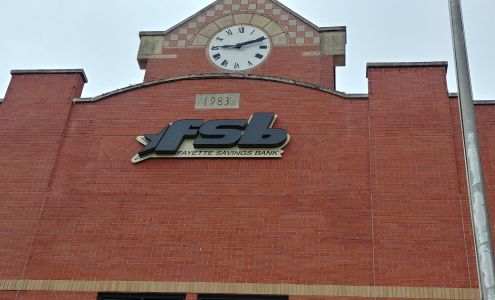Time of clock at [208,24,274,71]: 9:11
